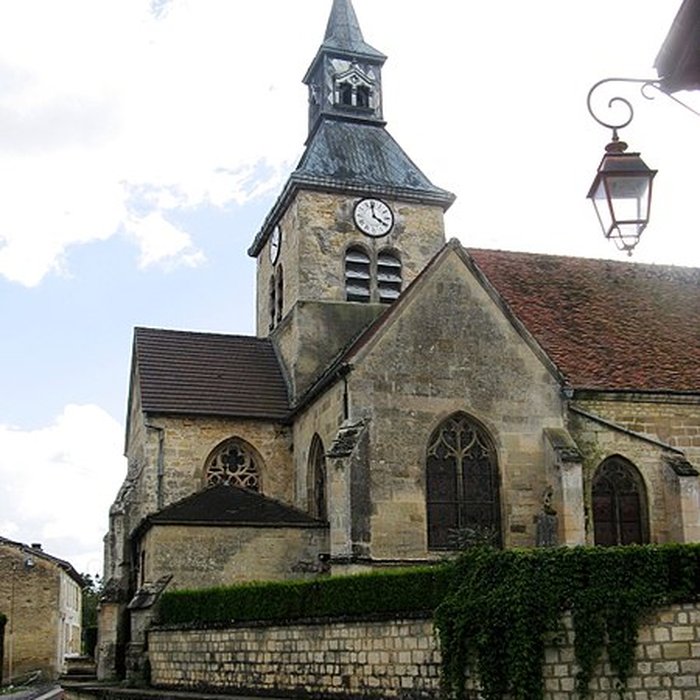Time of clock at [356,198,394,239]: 3:58
